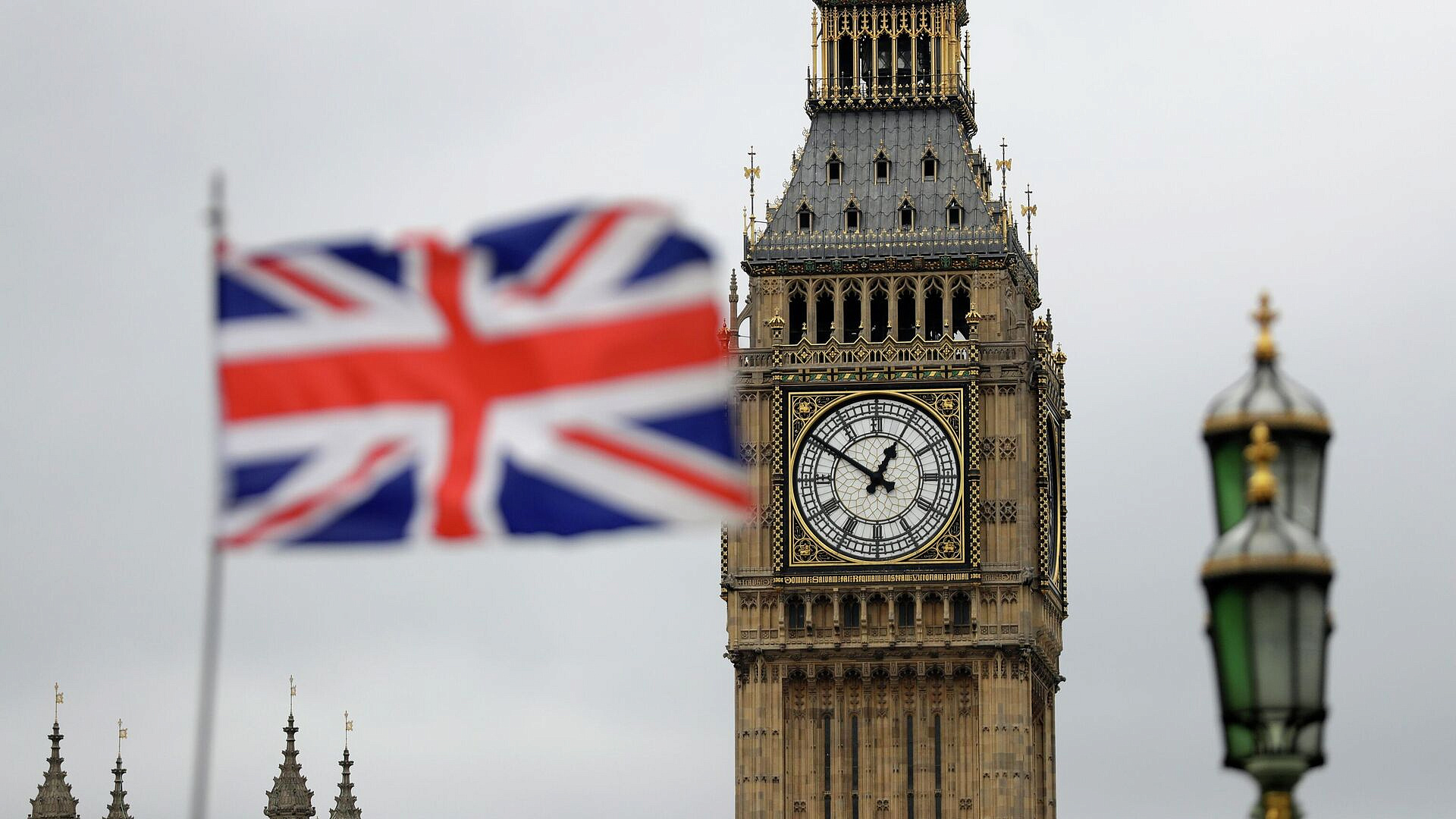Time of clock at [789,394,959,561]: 12:50
